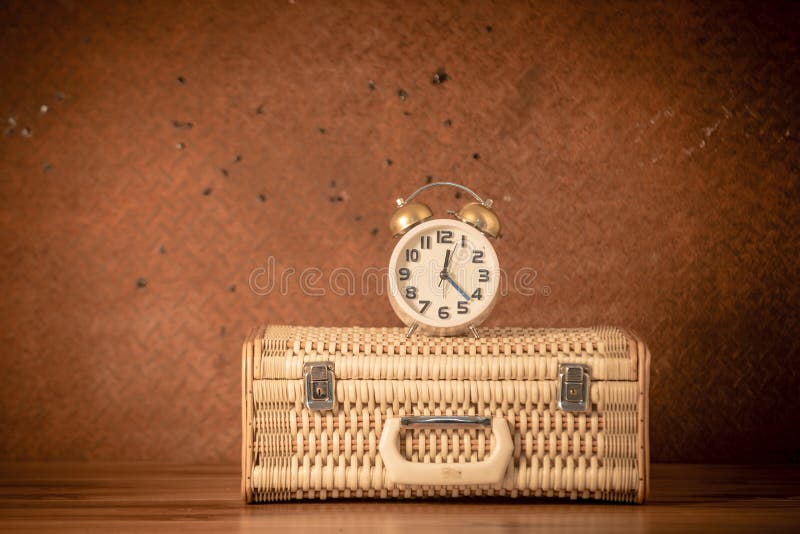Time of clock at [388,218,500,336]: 12:22
